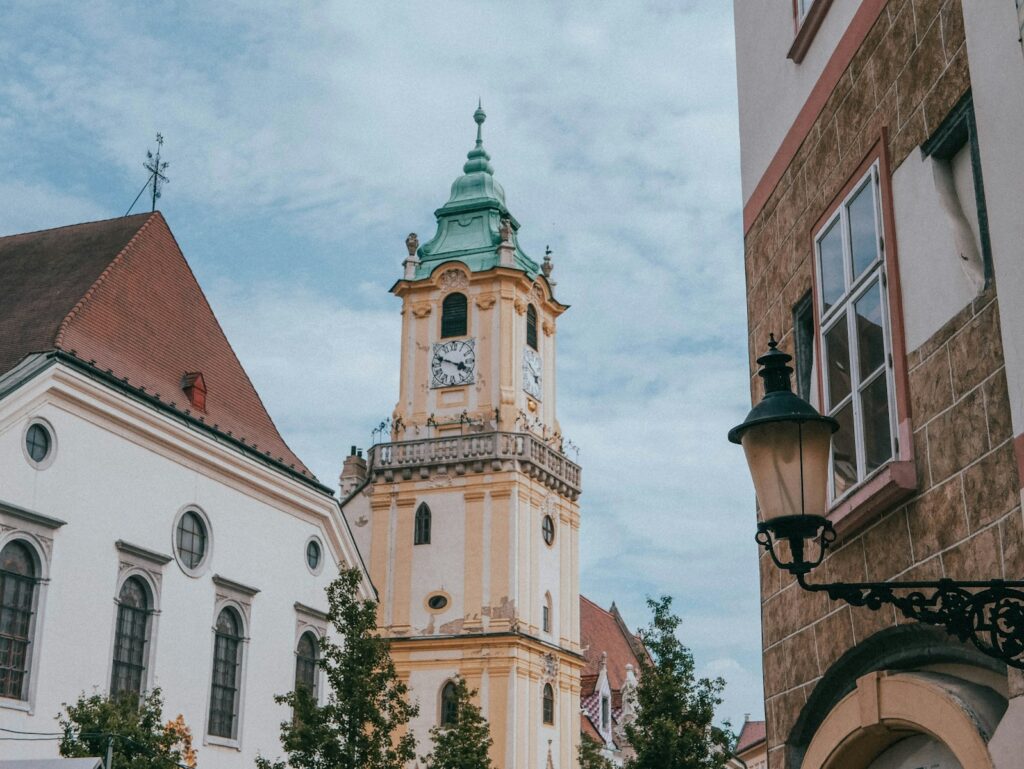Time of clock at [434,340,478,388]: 3:48
